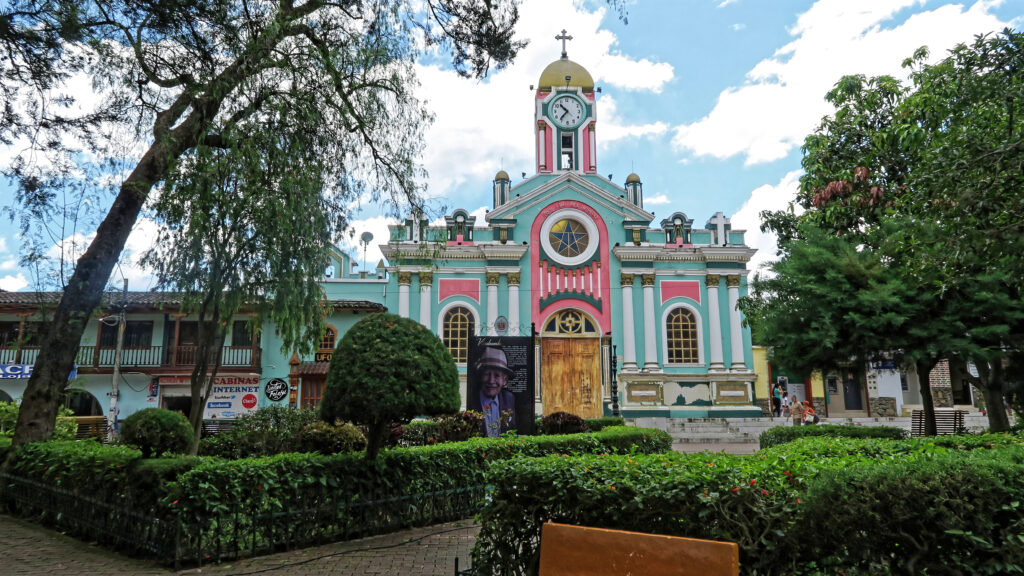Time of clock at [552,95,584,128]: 10:36
